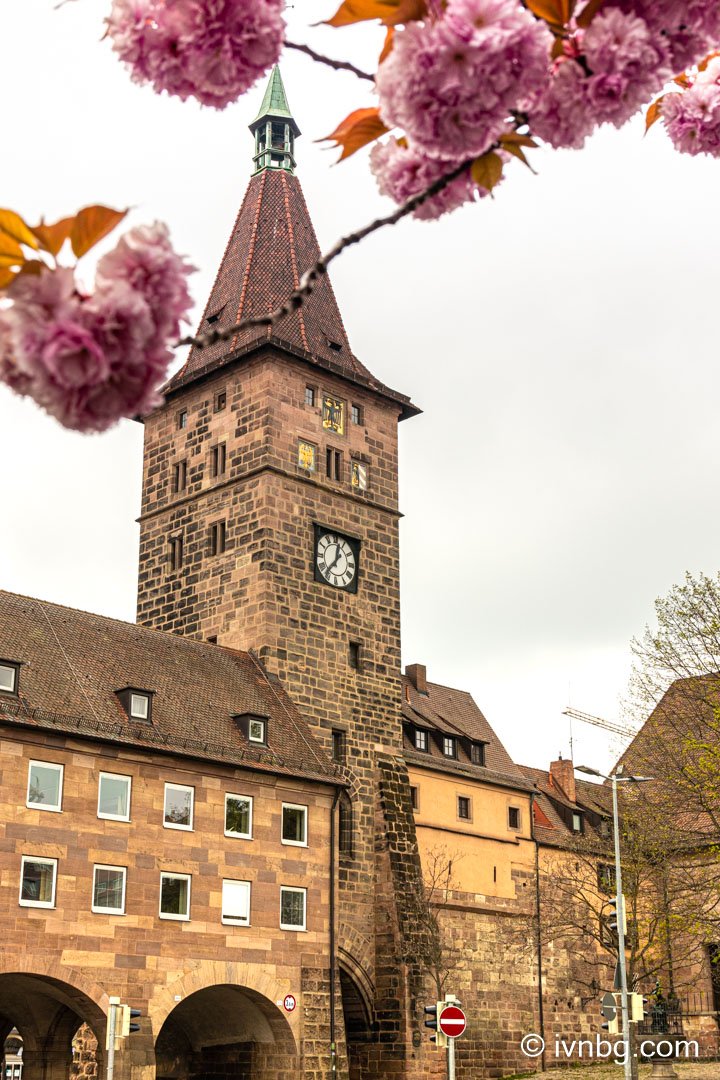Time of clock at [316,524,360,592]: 12:36
